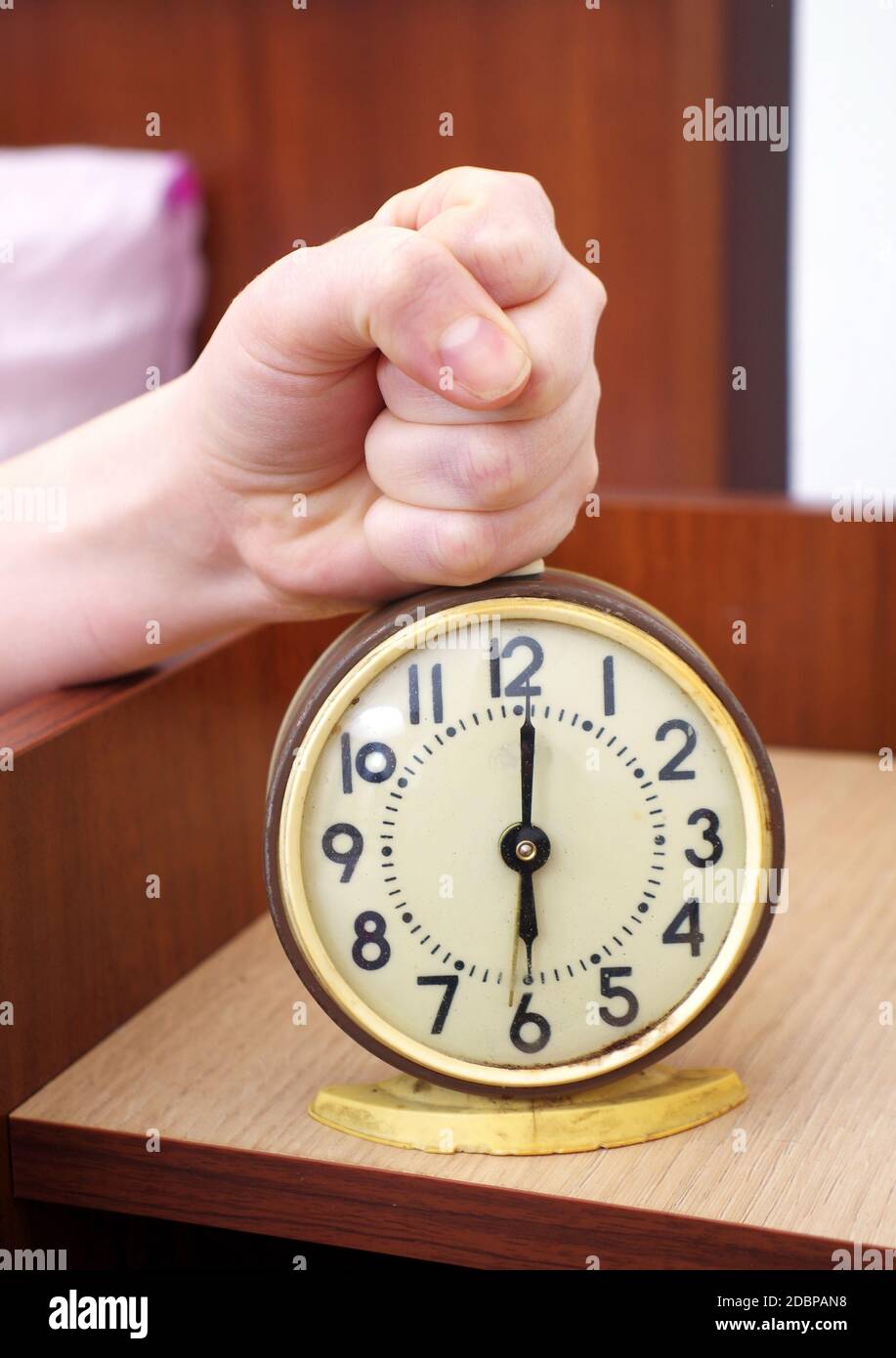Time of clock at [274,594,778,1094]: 6:00
